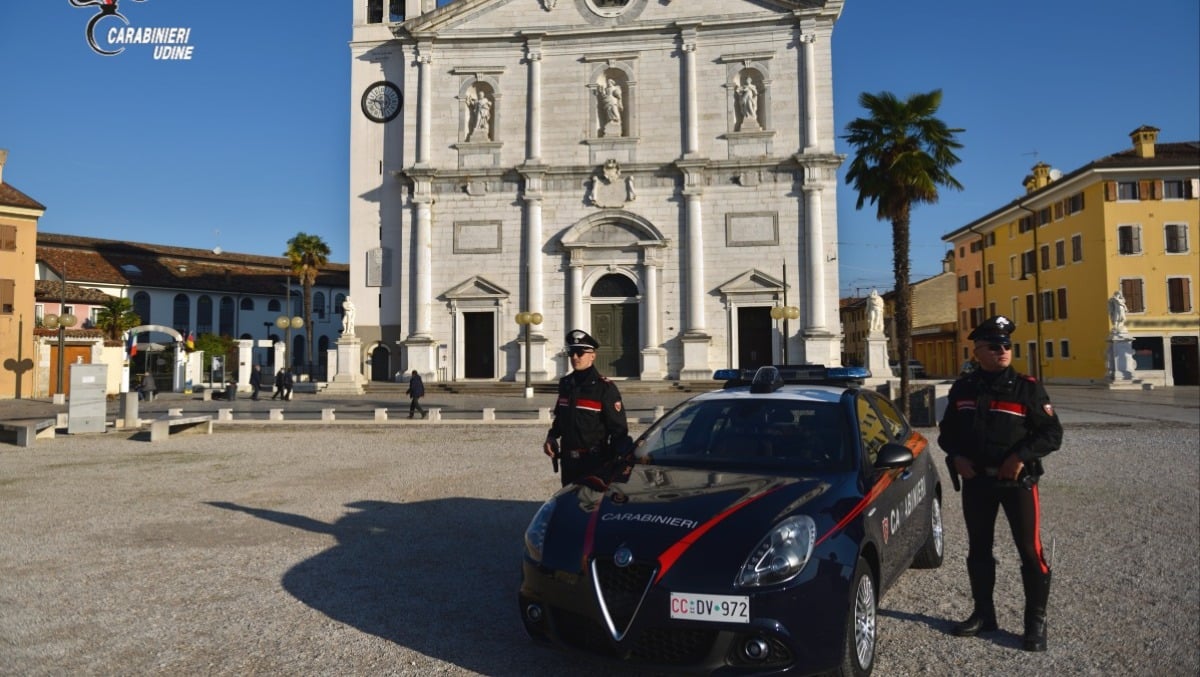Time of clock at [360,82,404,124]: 9:28
